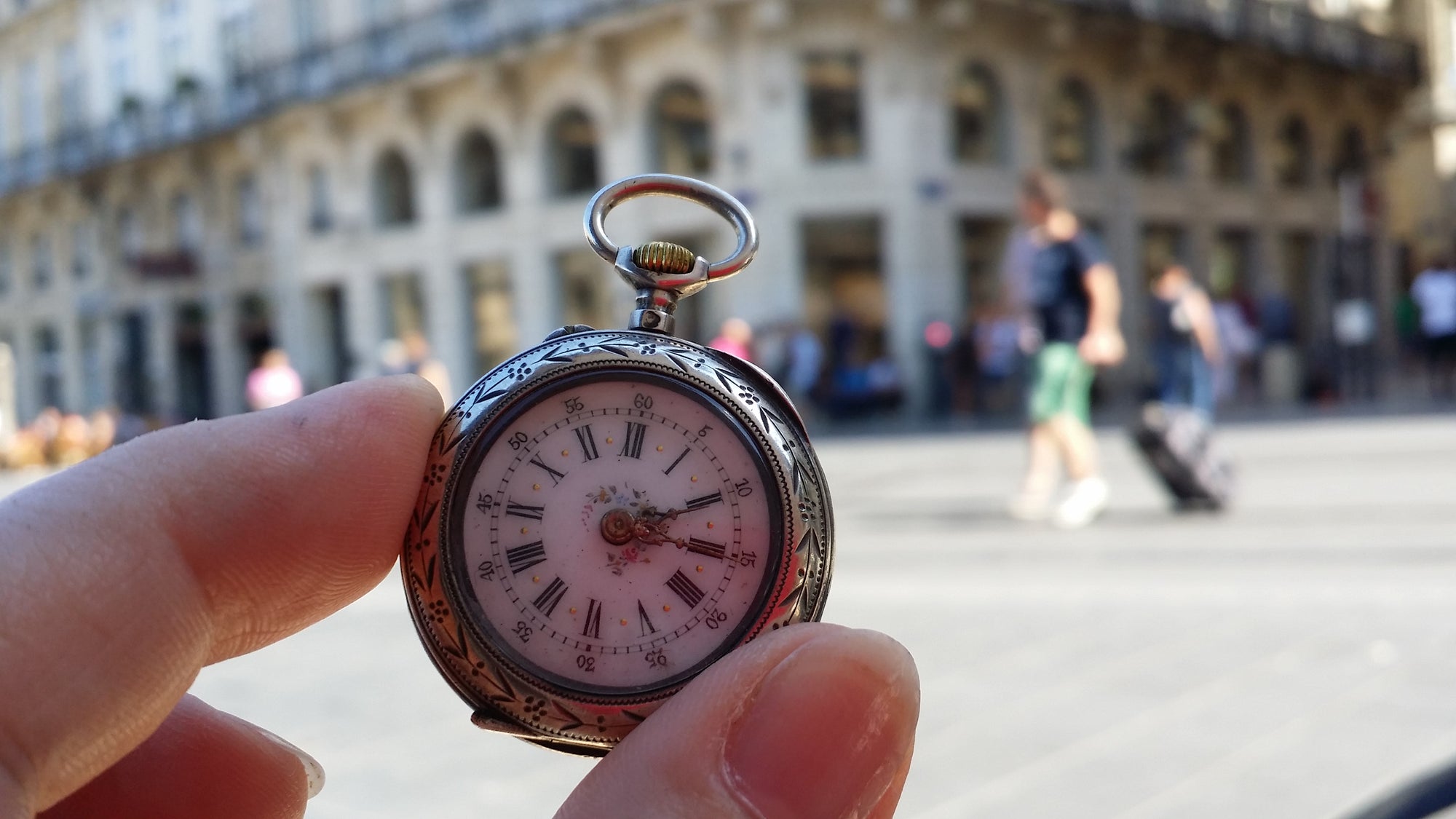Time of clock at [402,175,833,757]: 3:10
